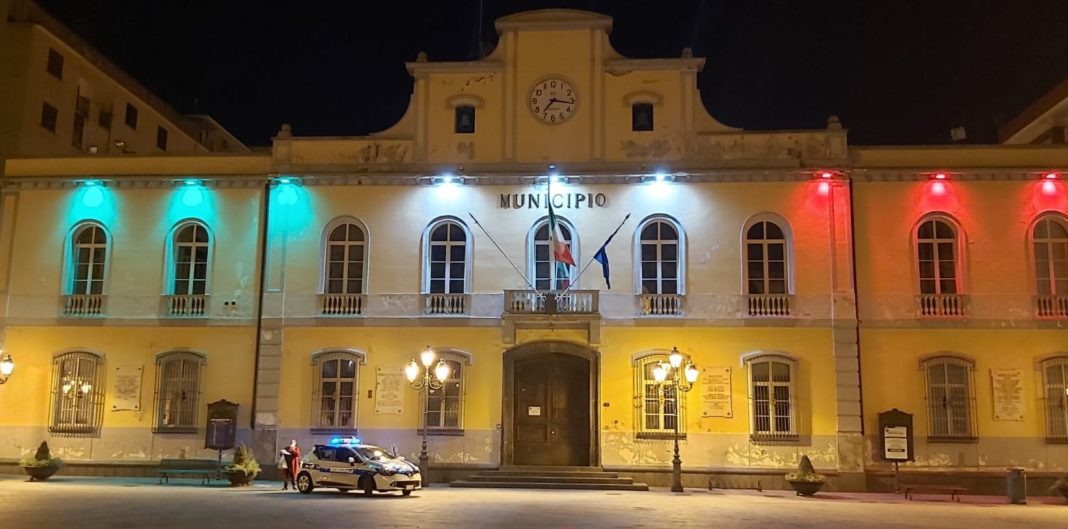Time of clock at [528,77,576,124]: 7:16
